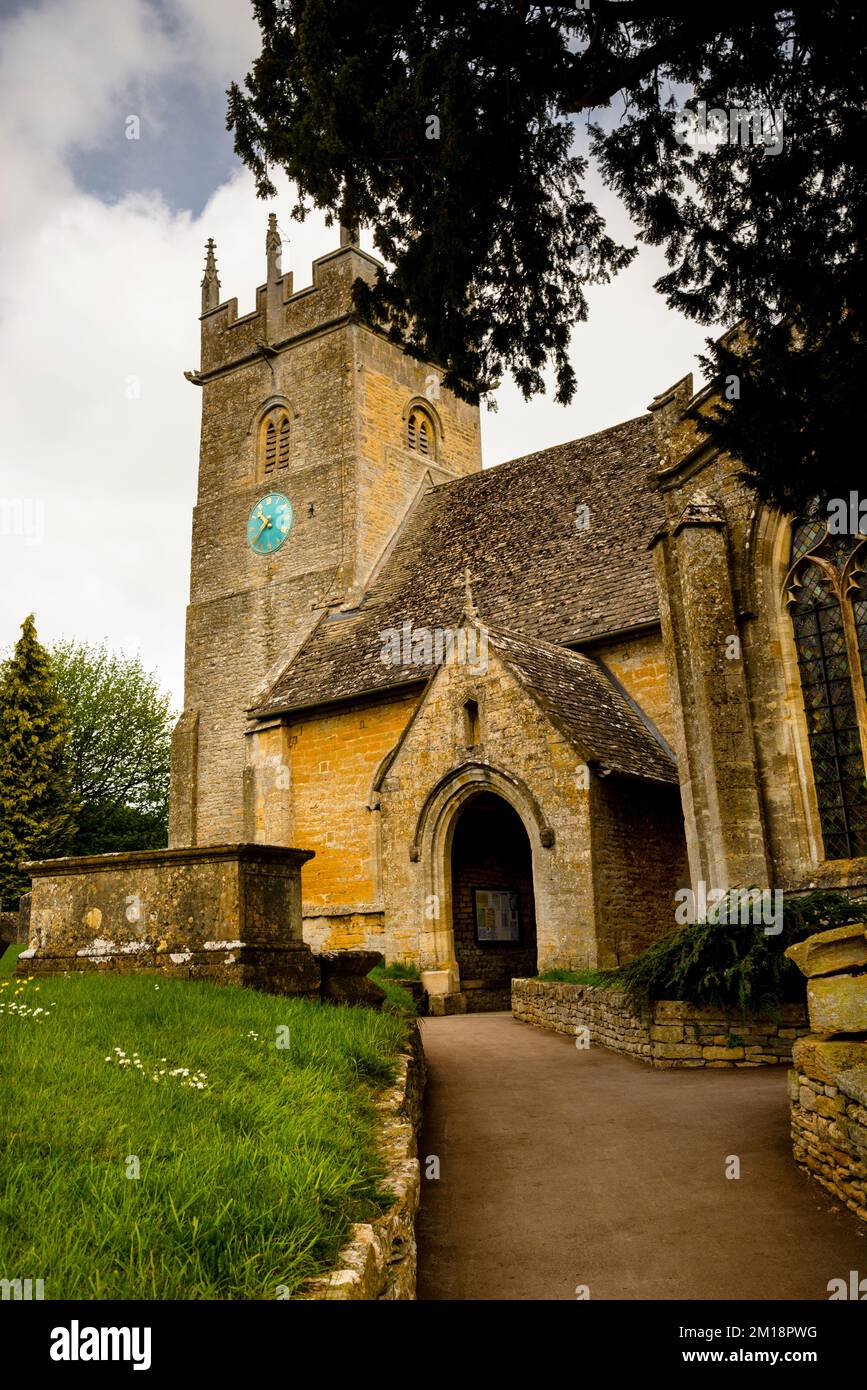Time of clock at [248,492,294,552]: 10:37
